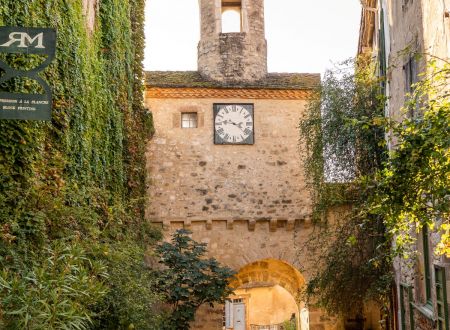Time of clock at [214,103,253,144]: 3:46
